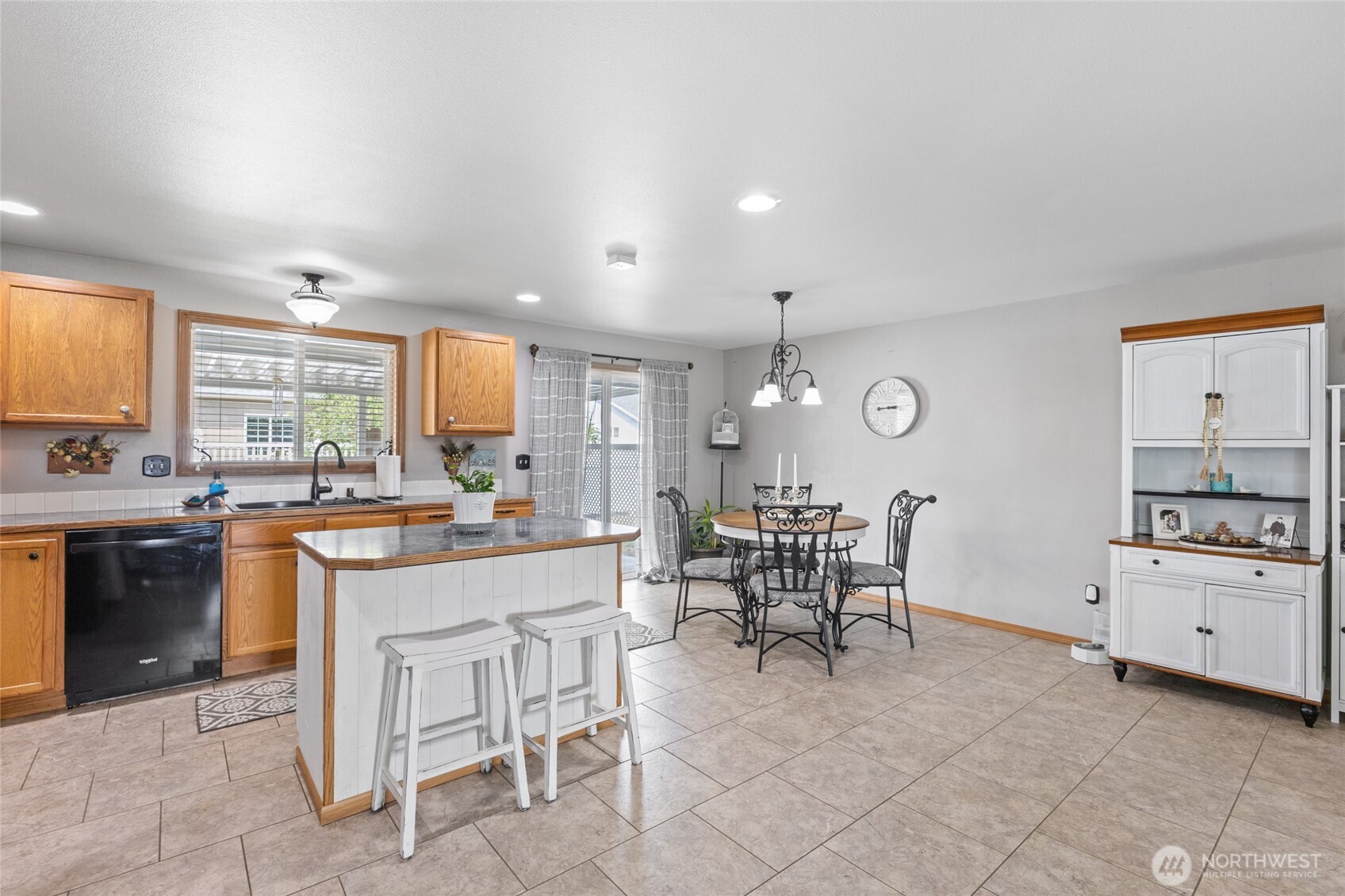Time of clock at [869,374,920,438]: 8:44
